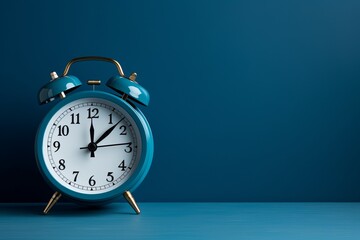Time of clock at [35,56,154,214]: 12:07
